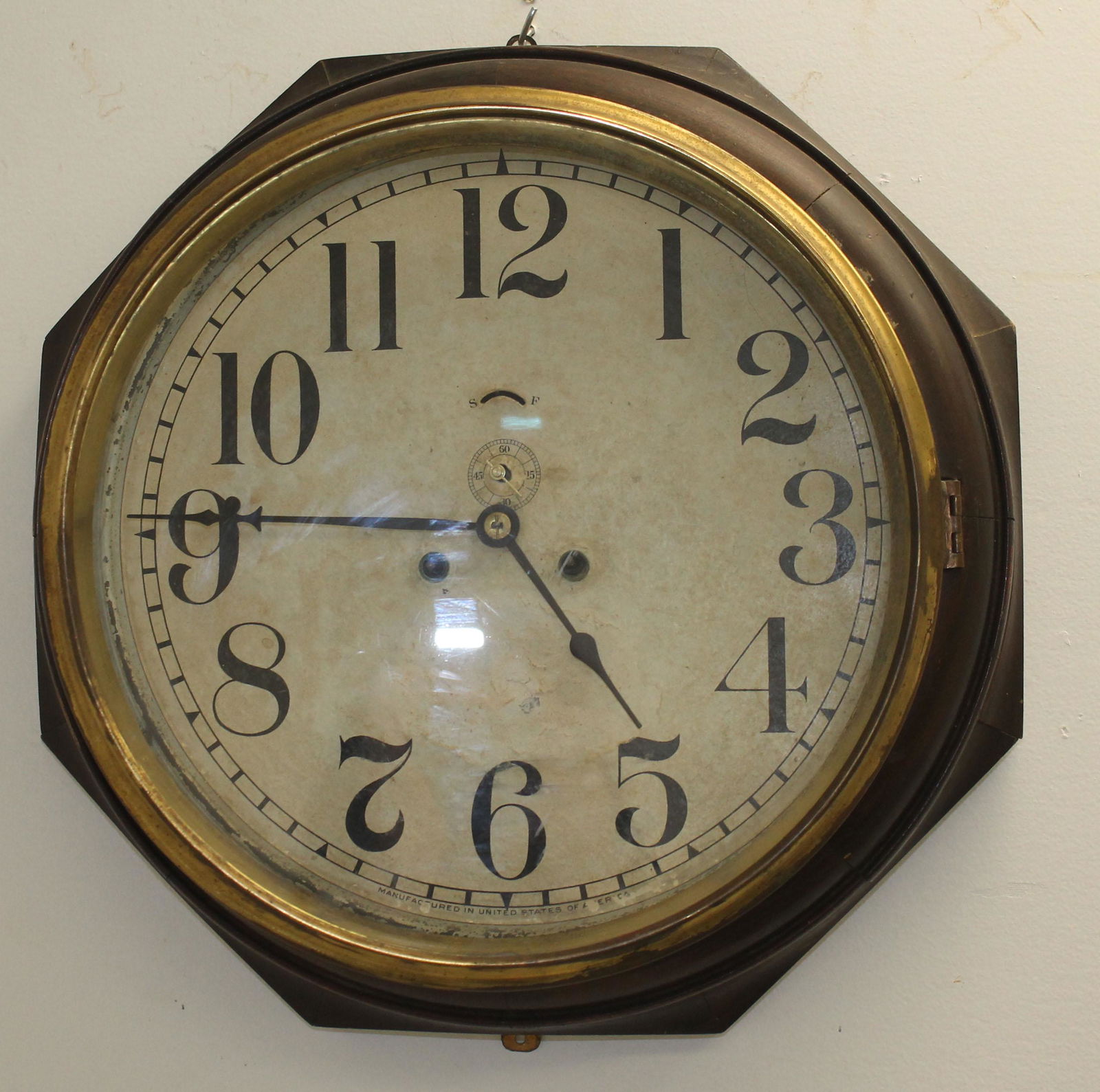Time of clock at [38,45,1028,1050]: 4:45
